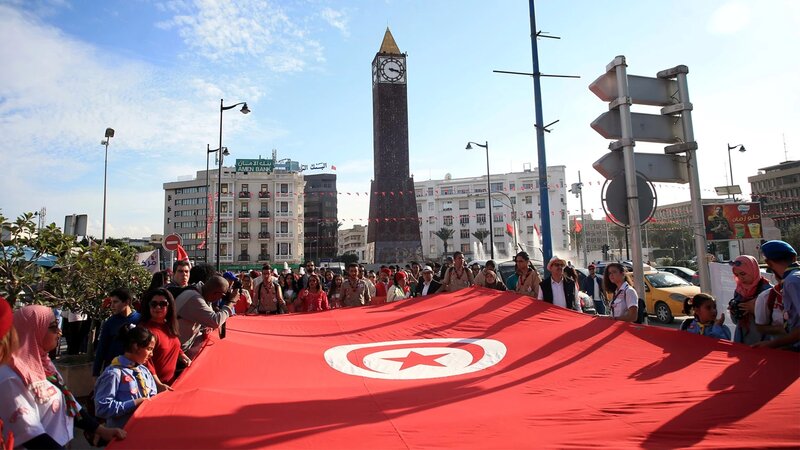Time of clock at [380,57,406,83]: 3:18
